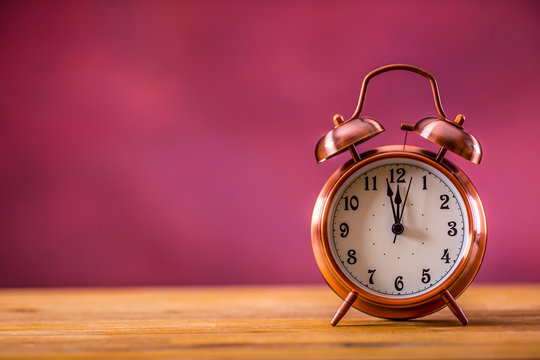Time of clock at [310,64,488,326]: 11:58
